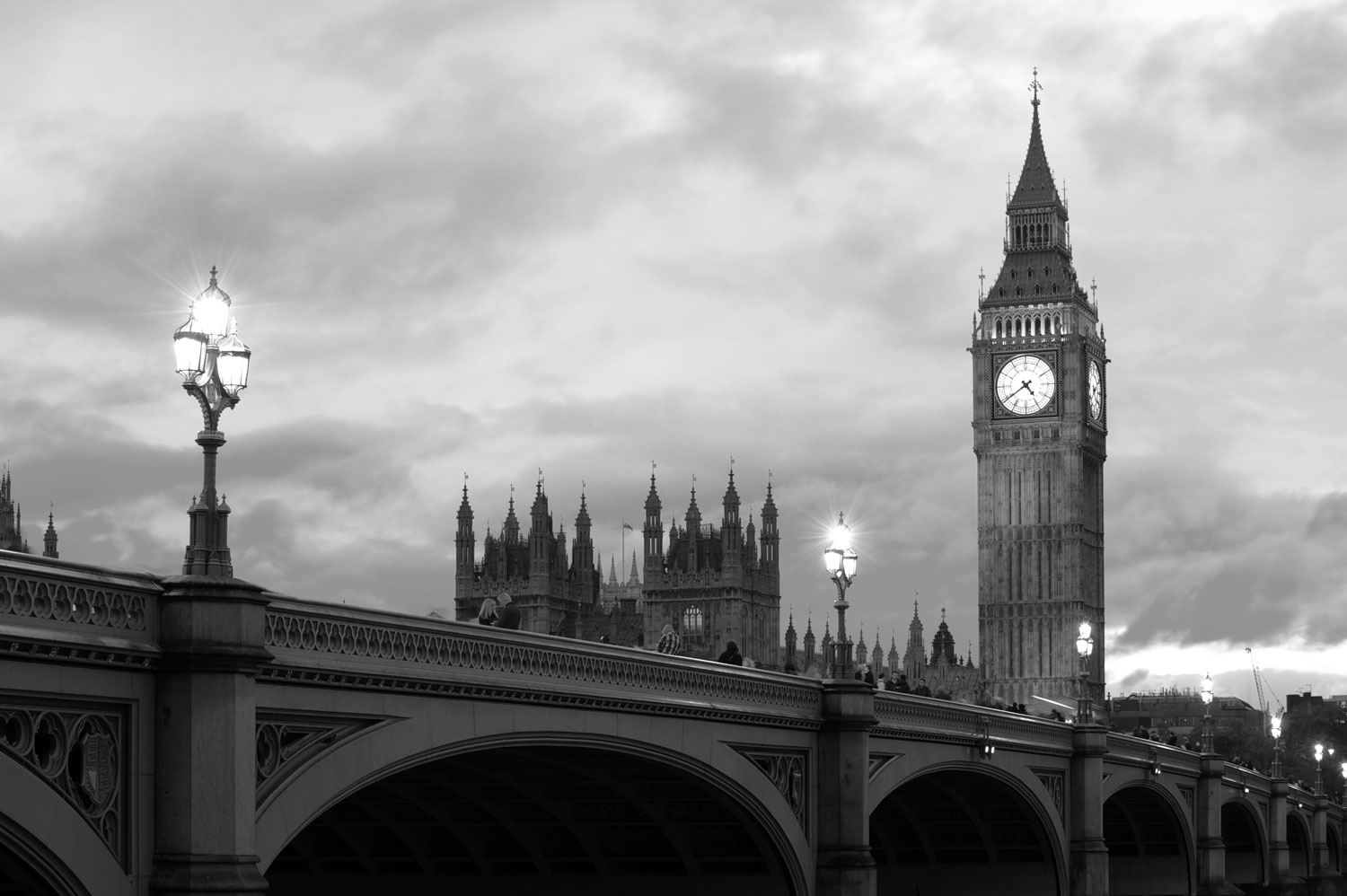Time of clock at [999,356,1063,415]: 4:39
